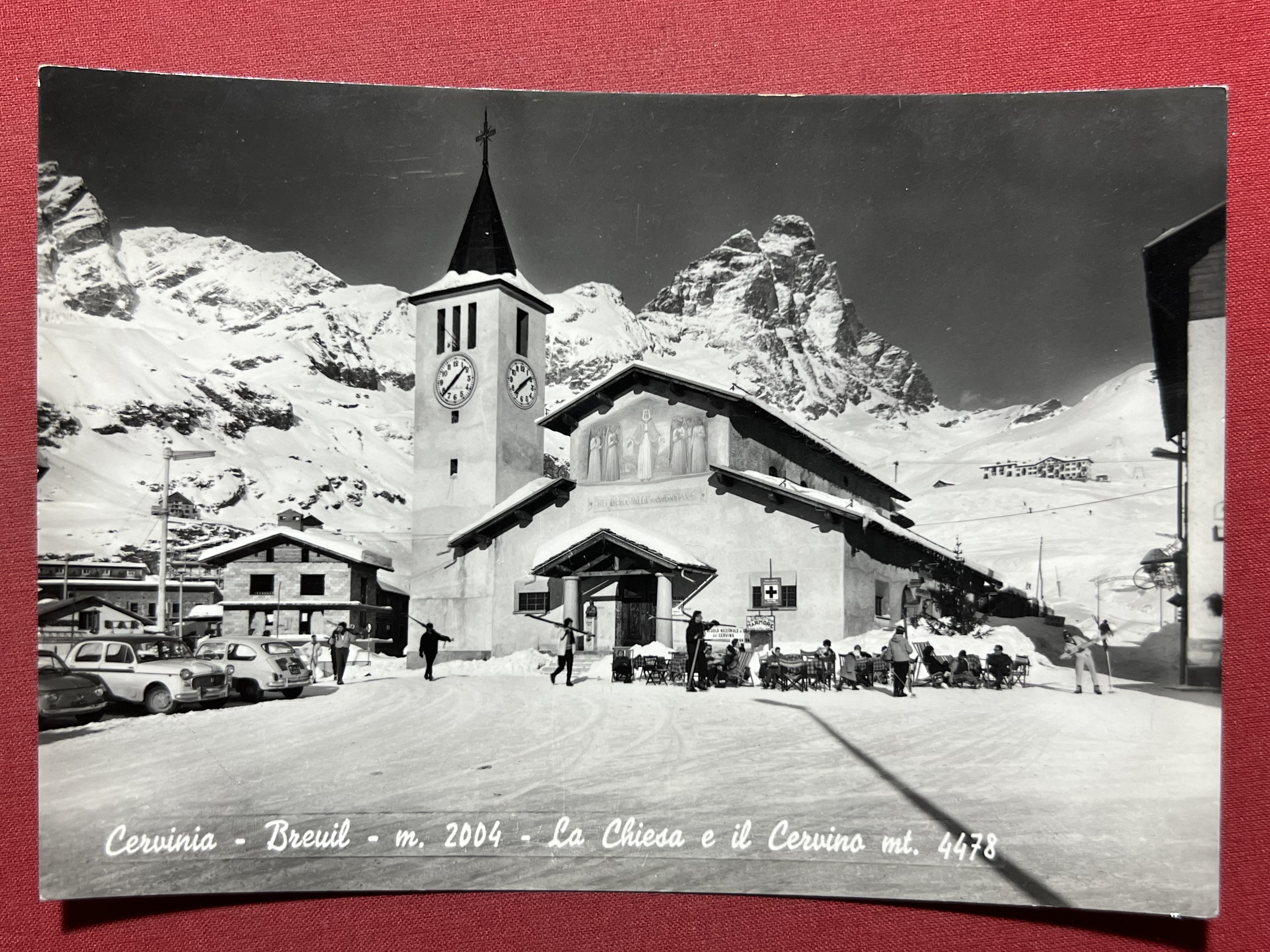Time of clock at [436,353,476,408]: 1:38
